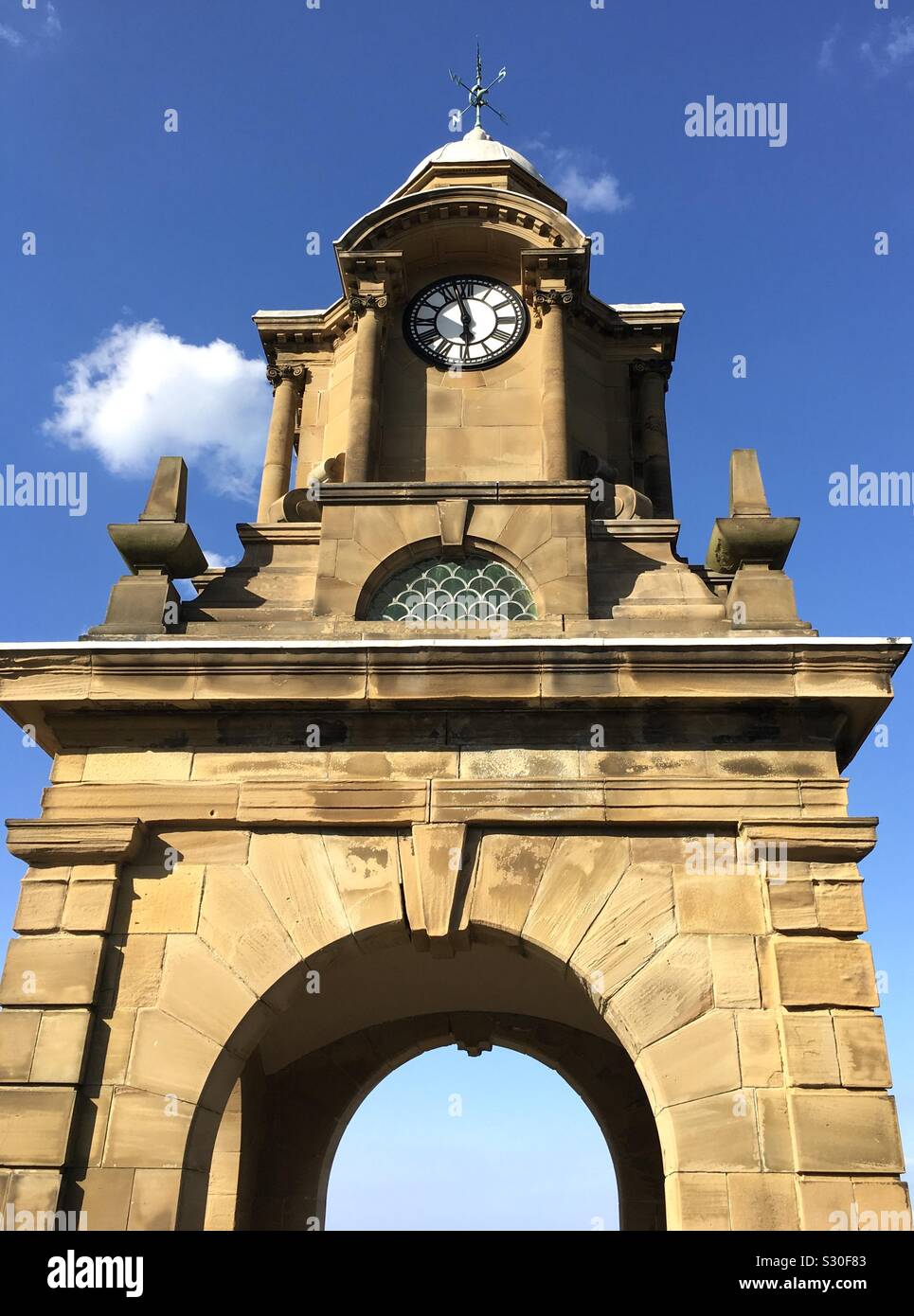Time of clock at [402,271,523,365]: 5:57
